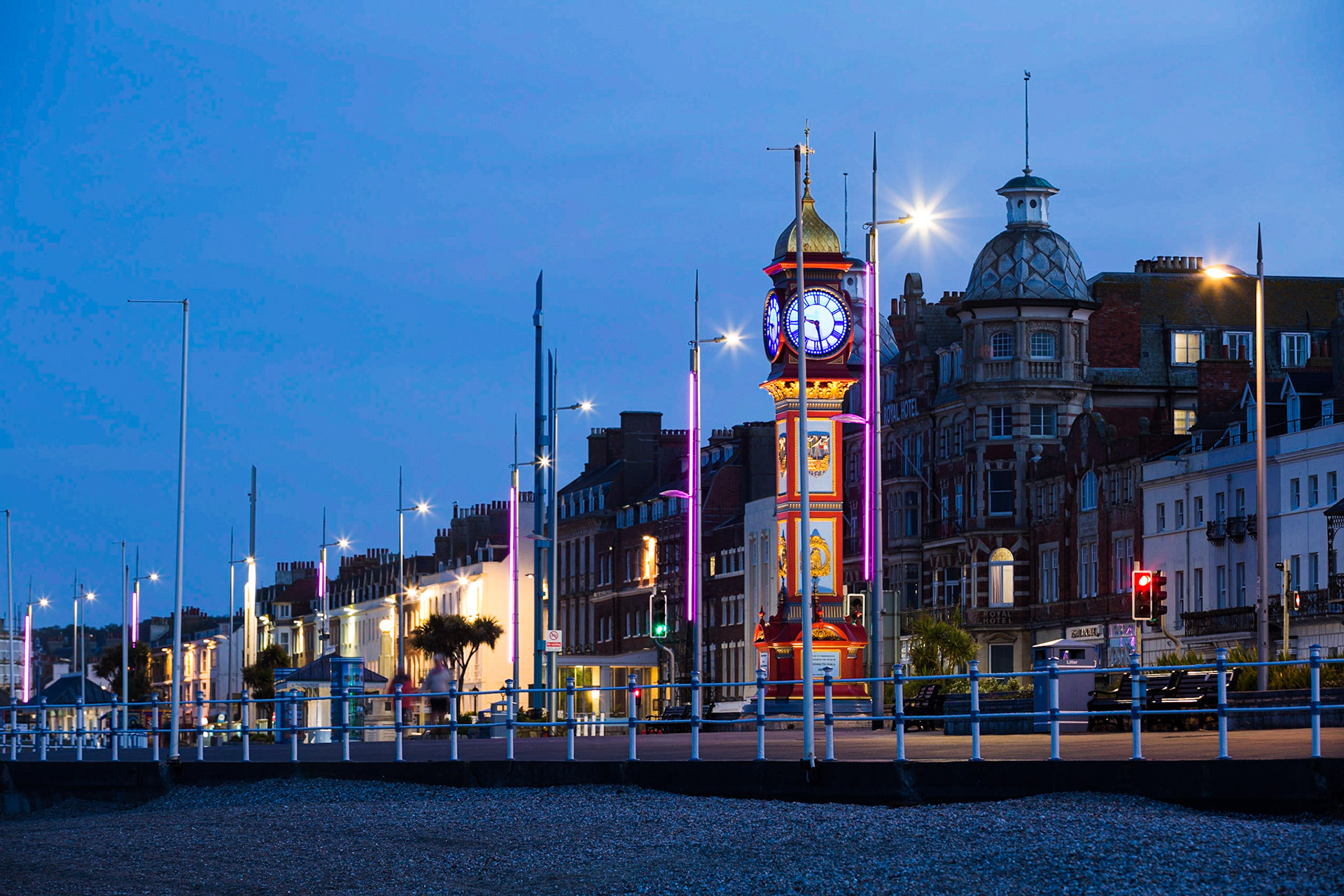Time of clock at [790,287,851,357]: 9:28
